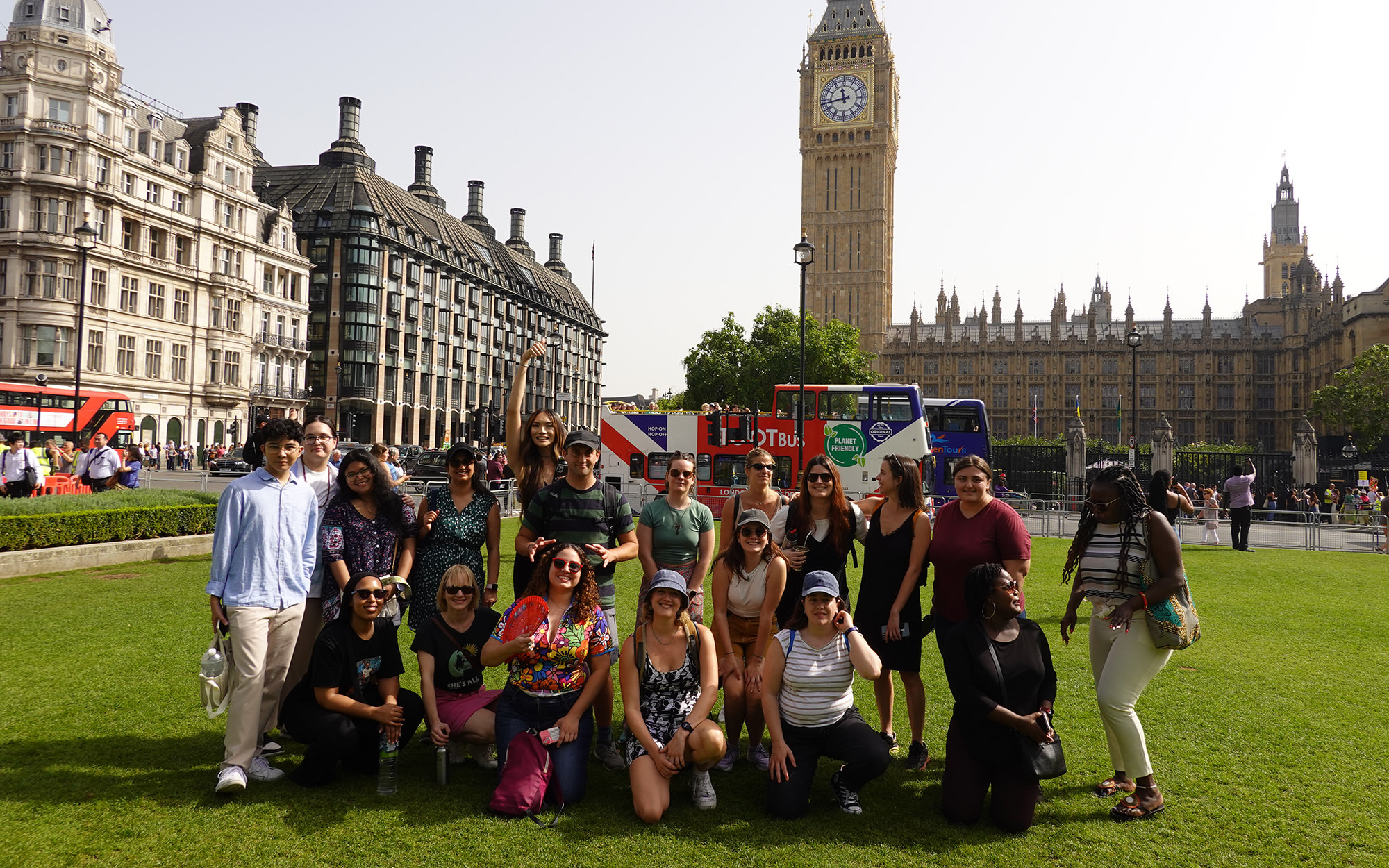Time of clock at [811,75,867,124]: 11:42
